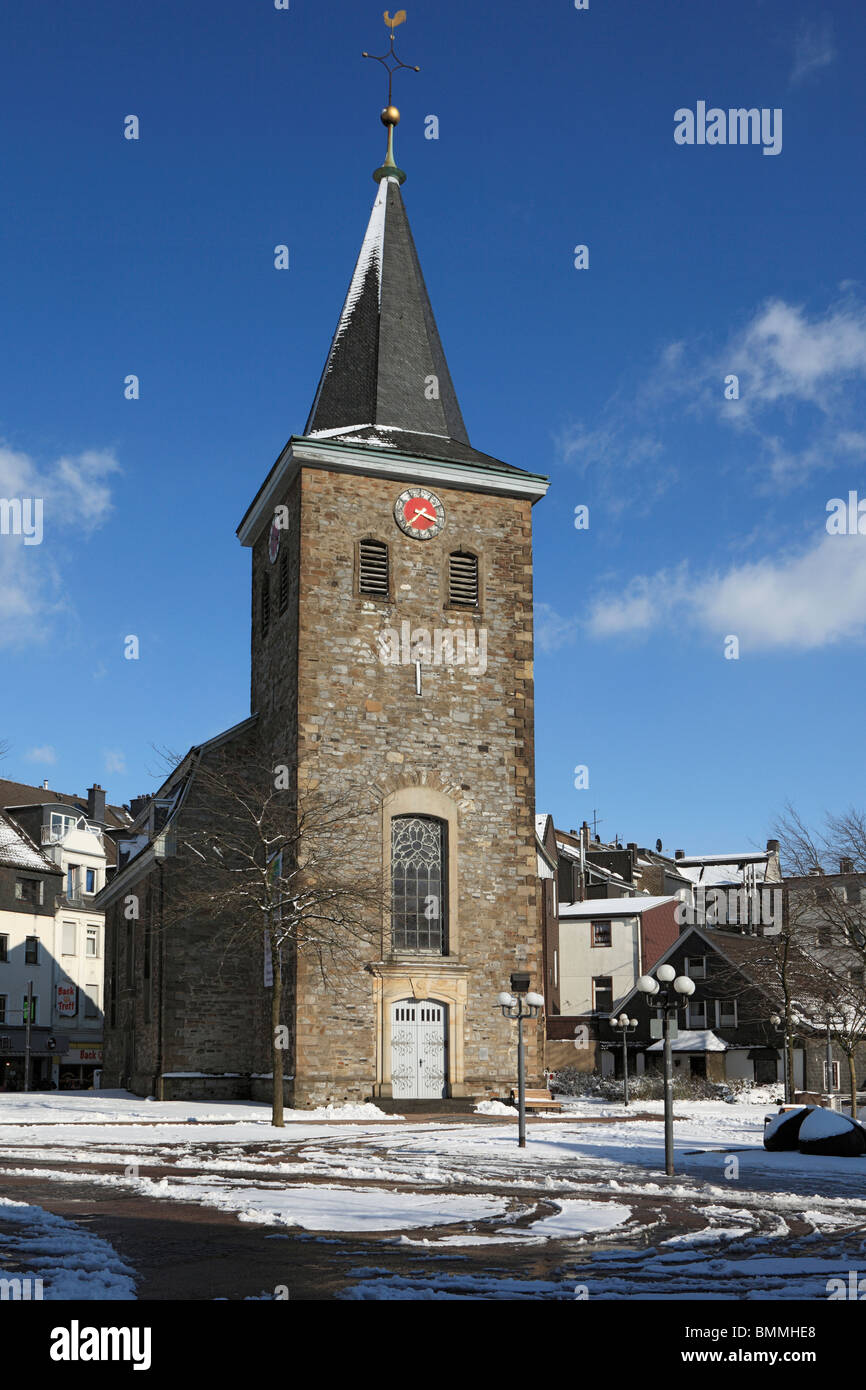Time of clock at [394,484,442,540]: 3:37
